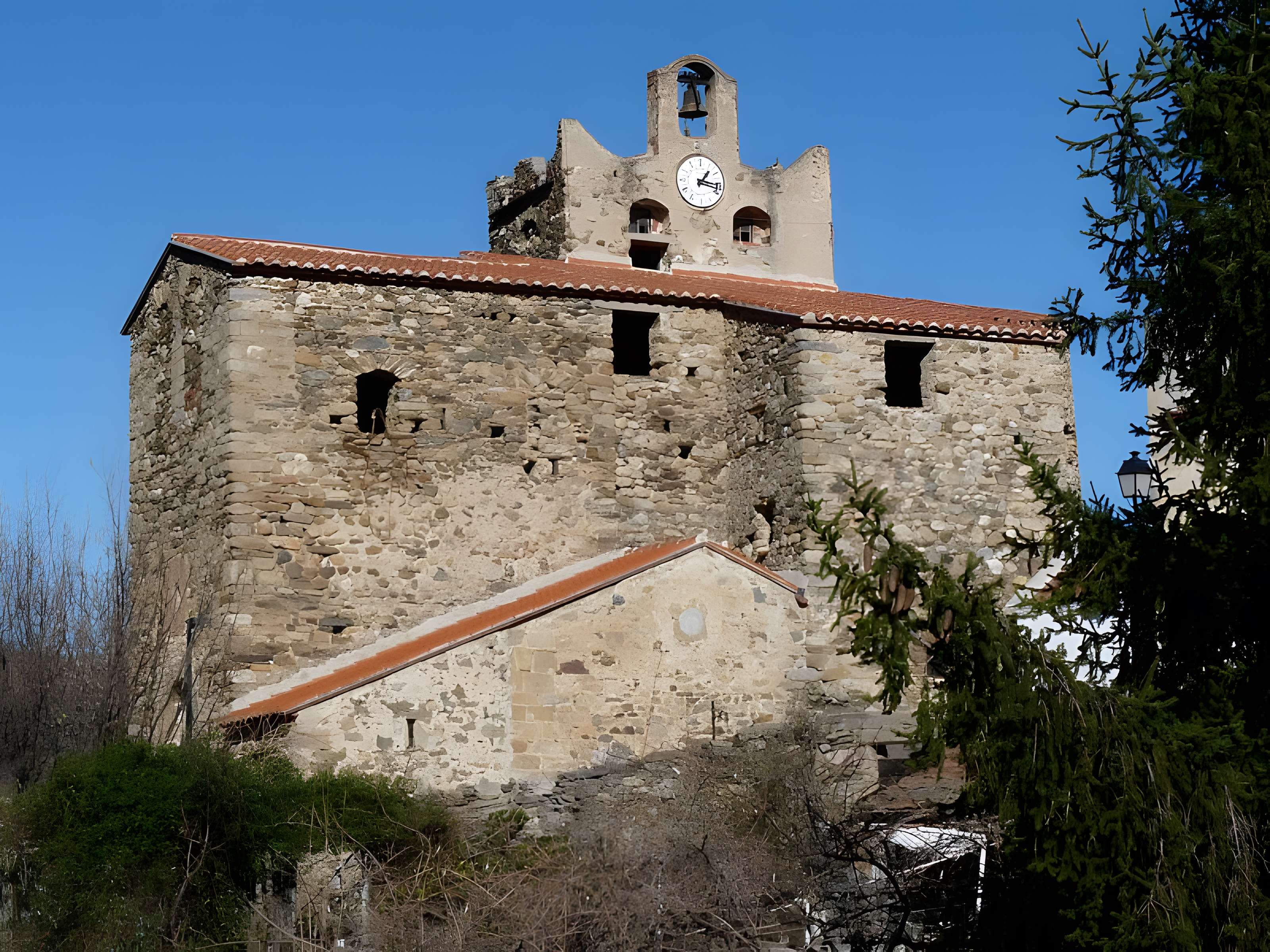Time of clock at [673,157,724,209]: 1:17
